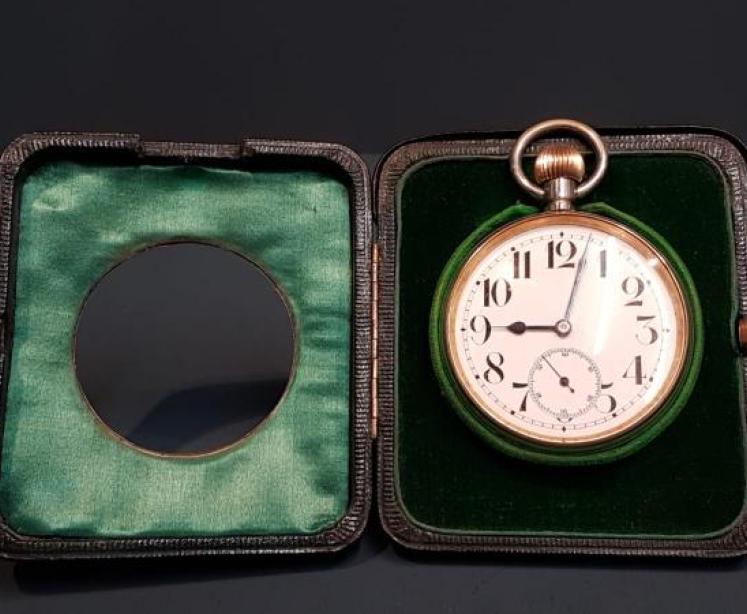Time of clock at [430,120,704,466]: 9:02
